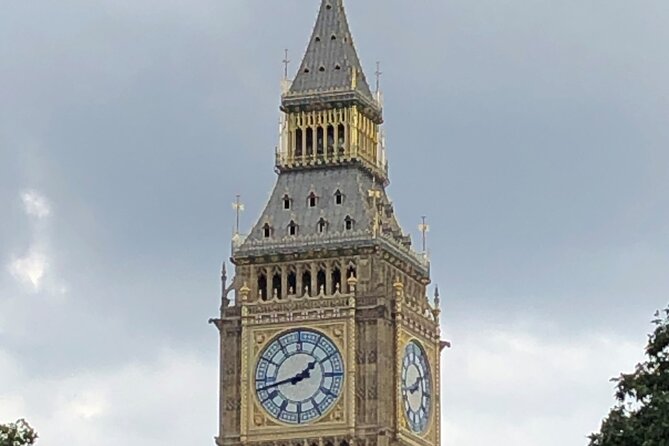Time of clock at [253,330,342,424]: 1:42
